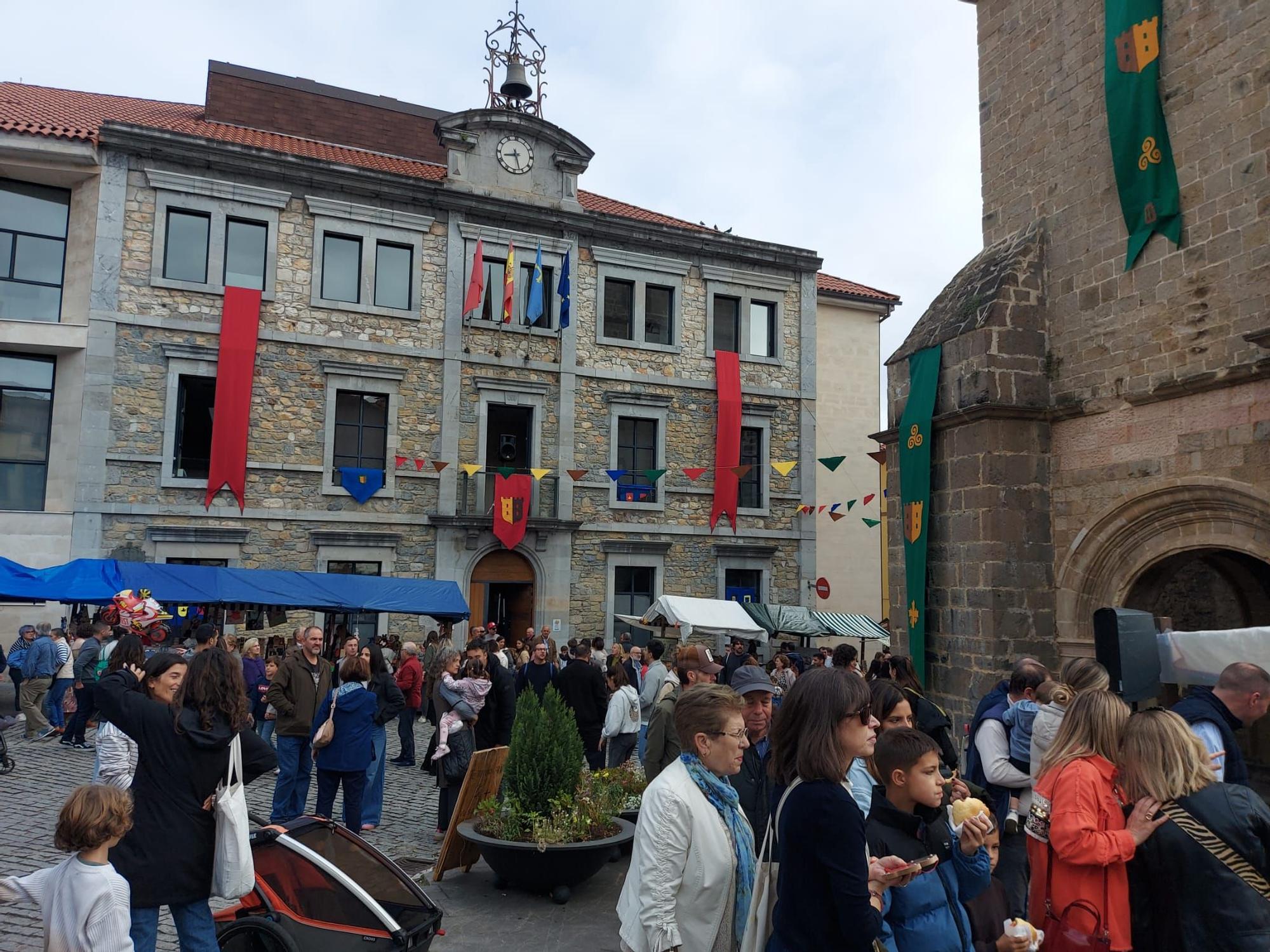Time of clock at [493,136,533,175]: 8:27
